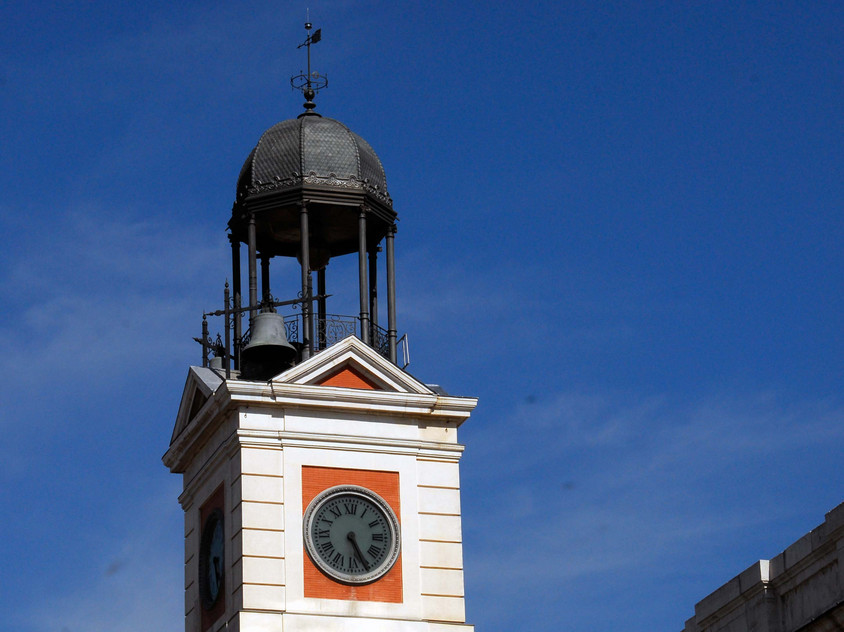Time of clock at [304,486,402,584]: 5:25
